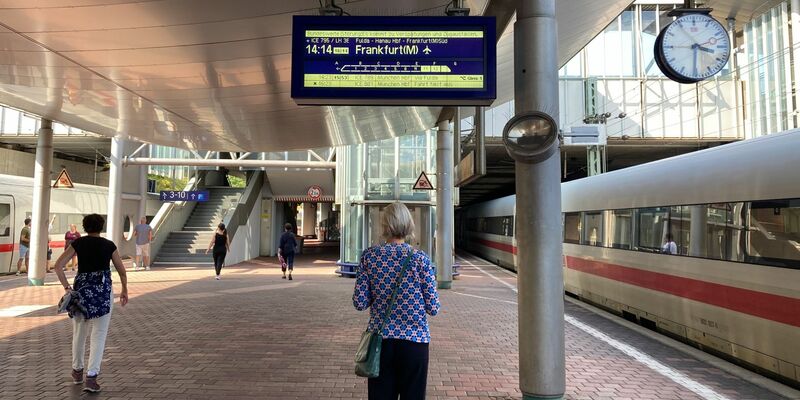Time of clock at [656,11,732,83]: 3:30
